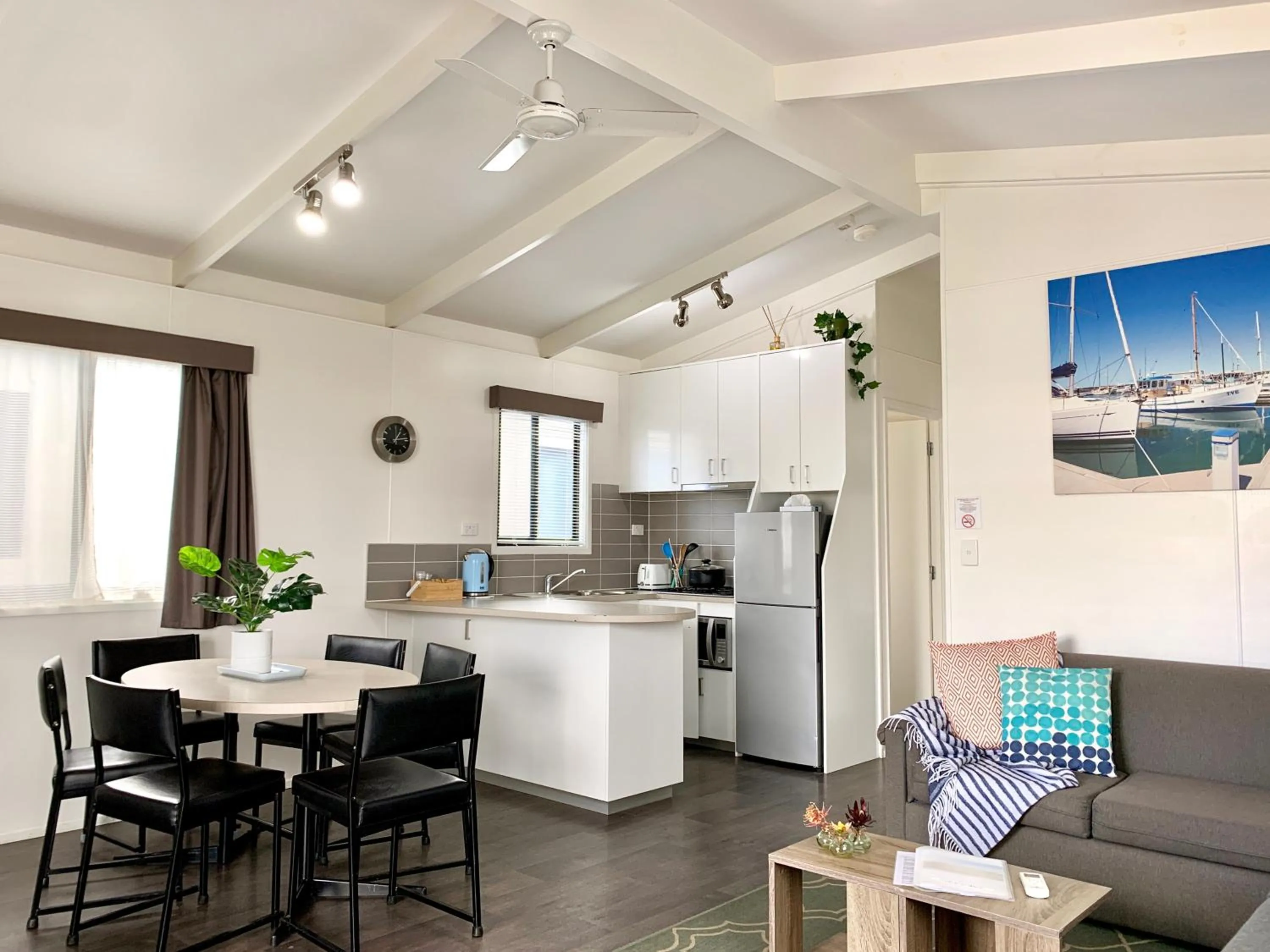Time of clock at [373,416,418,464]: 12:13
